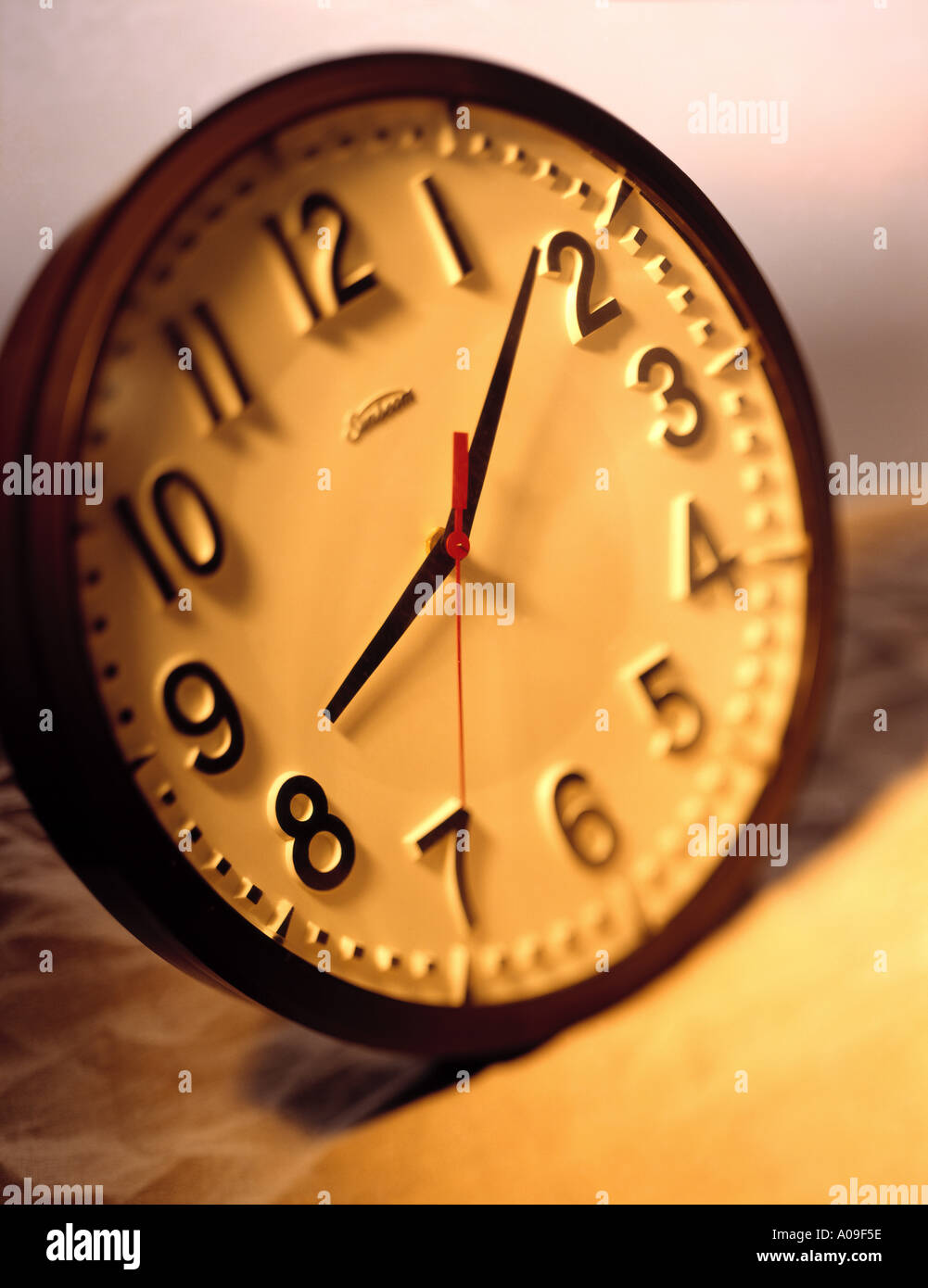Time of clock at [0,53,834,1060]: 8:08
